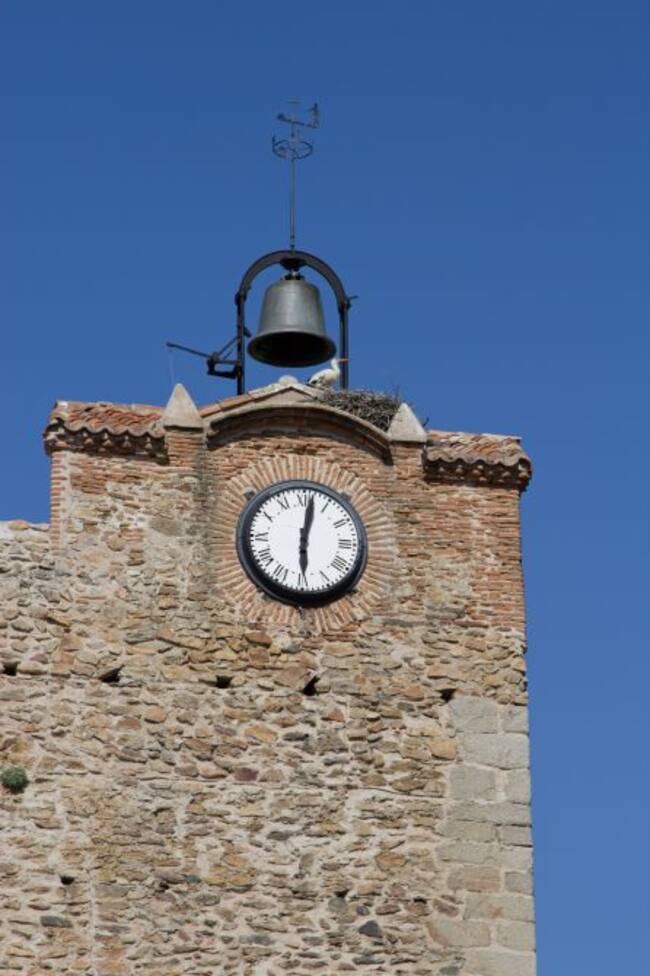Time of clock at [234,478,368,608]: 6:01
